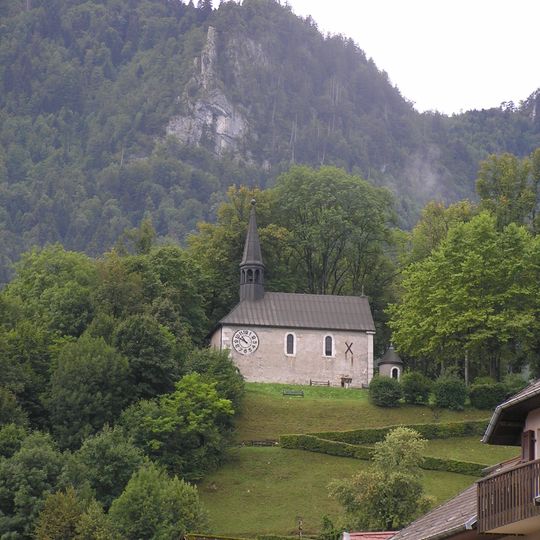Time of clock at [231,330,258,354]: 10:49
